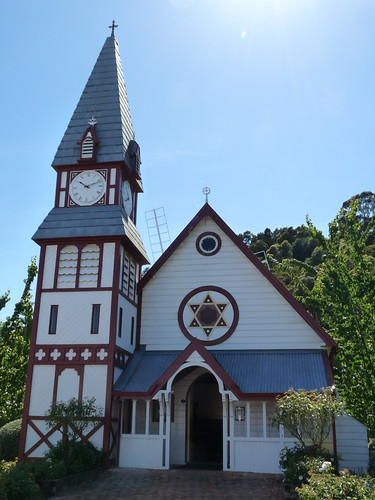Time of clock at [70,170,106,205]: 10:11
